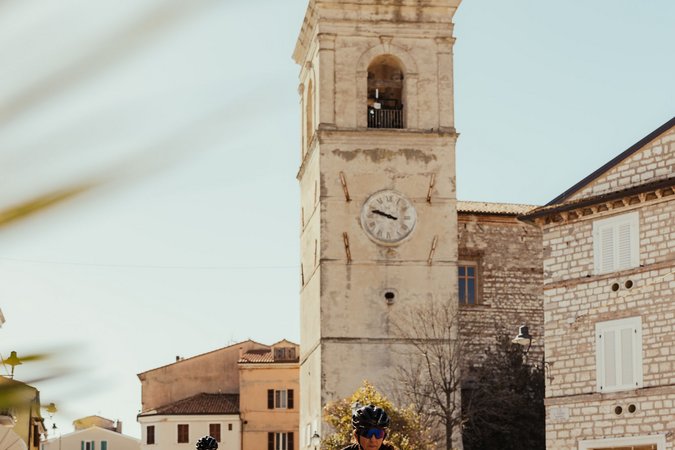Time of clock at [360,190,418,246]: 9:47
